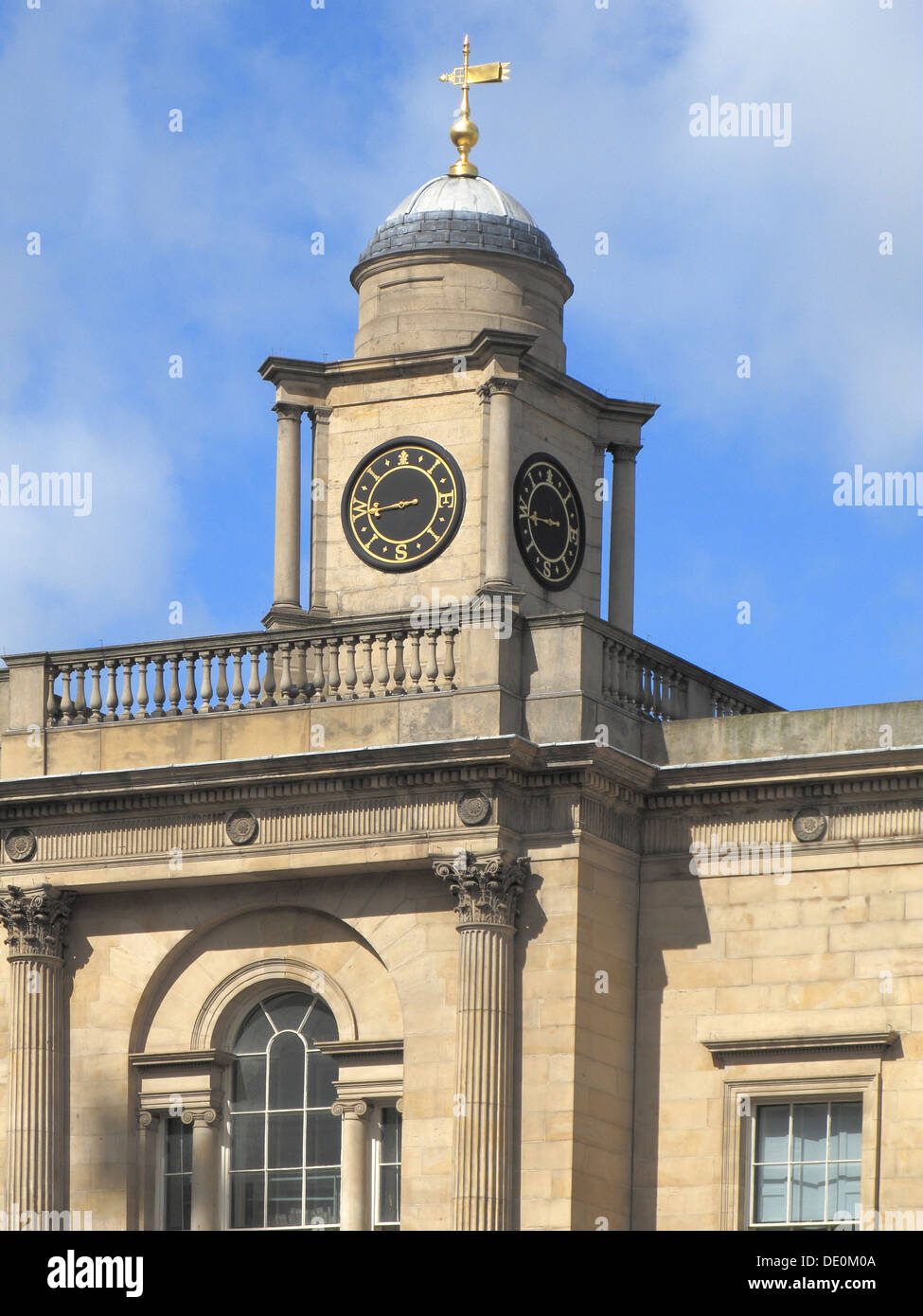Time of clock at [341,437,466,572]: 8:43
